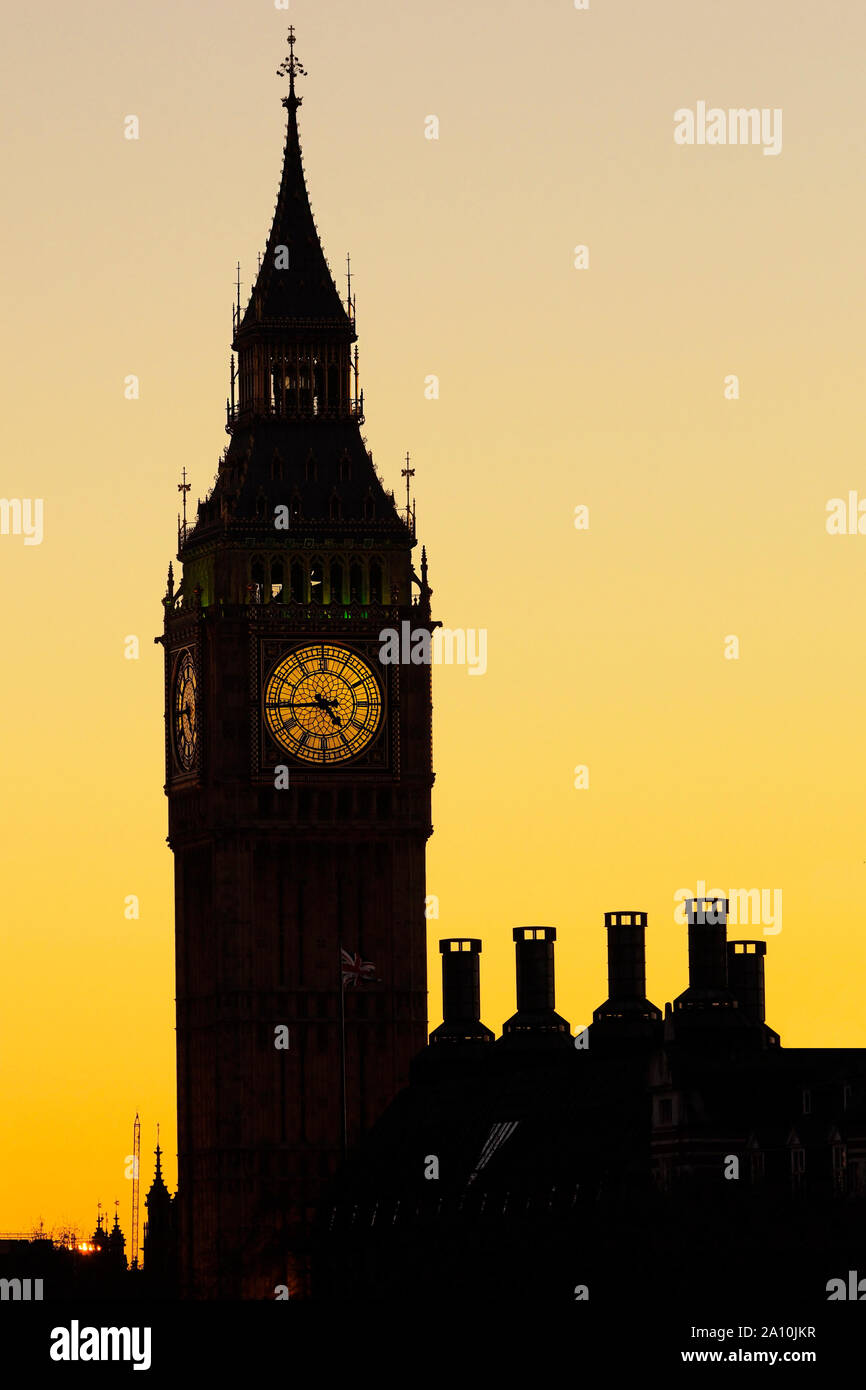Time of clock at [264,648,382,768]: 4:44
